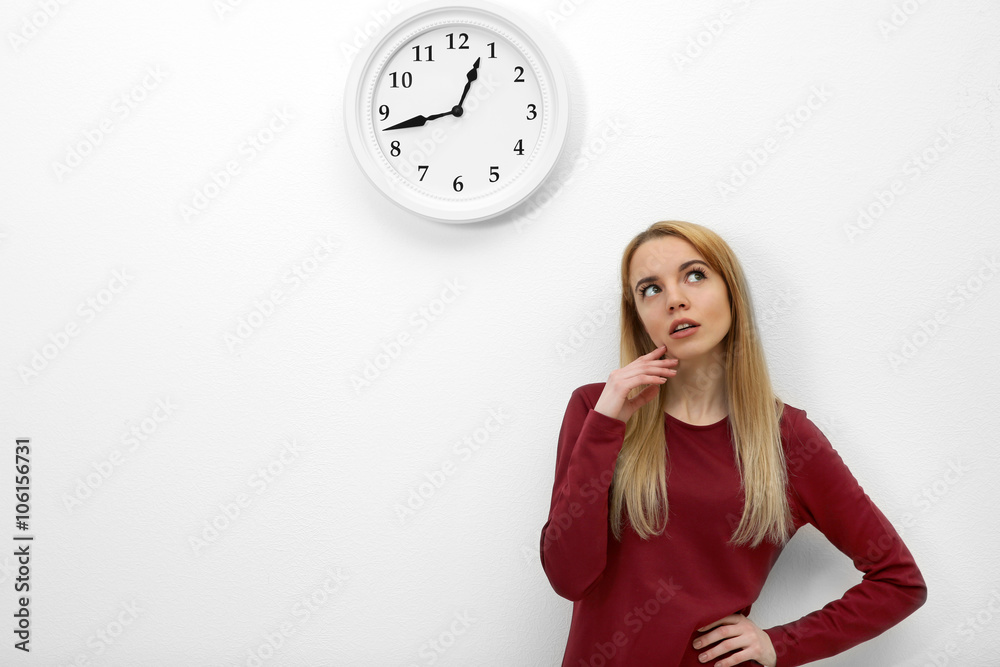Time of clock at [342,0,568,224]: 12:42
